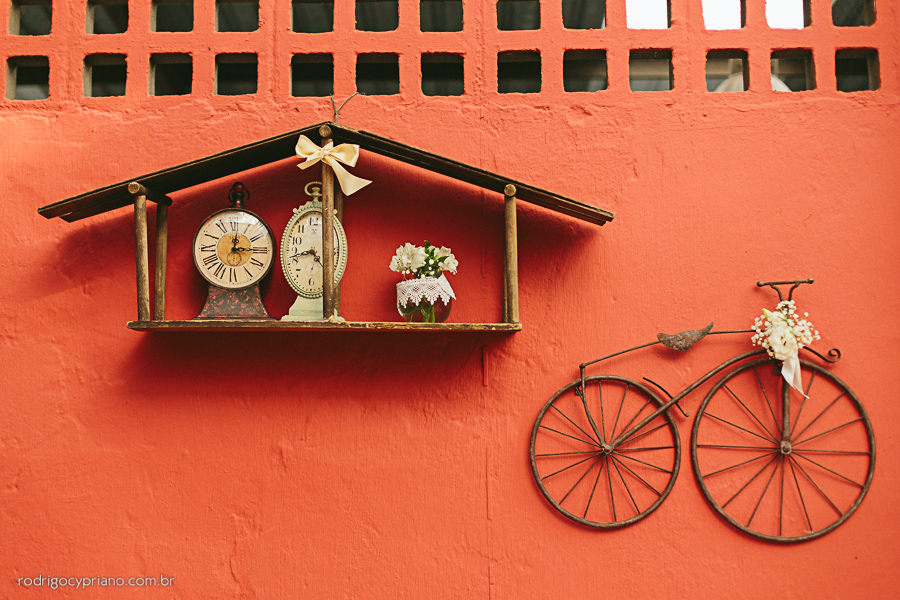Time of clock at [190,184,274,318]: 12:14
